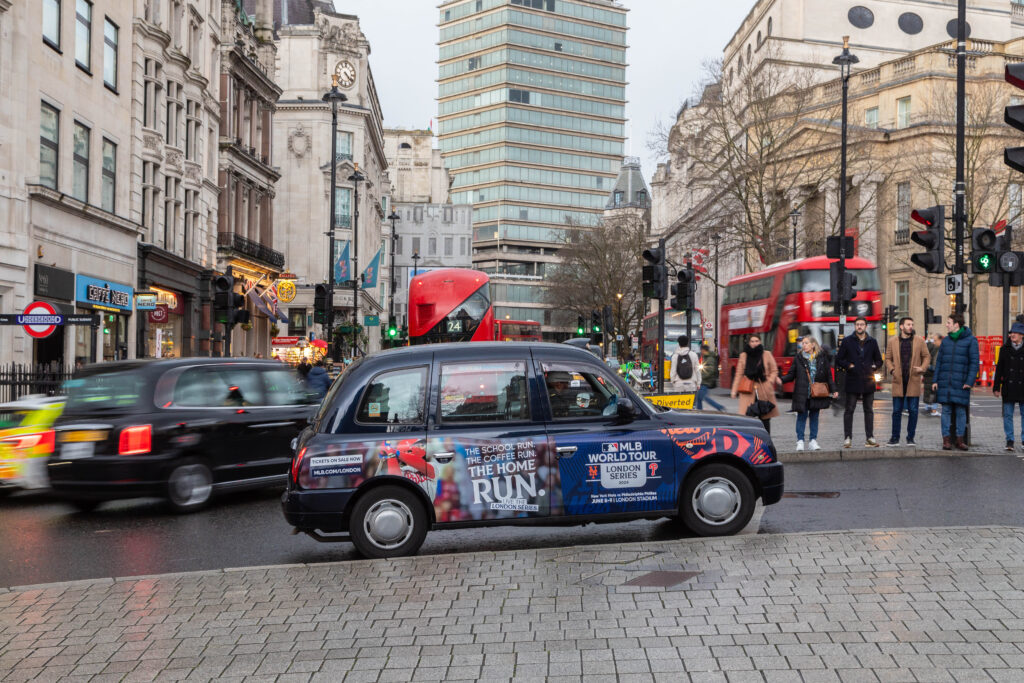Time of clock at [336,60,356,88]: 4:21
